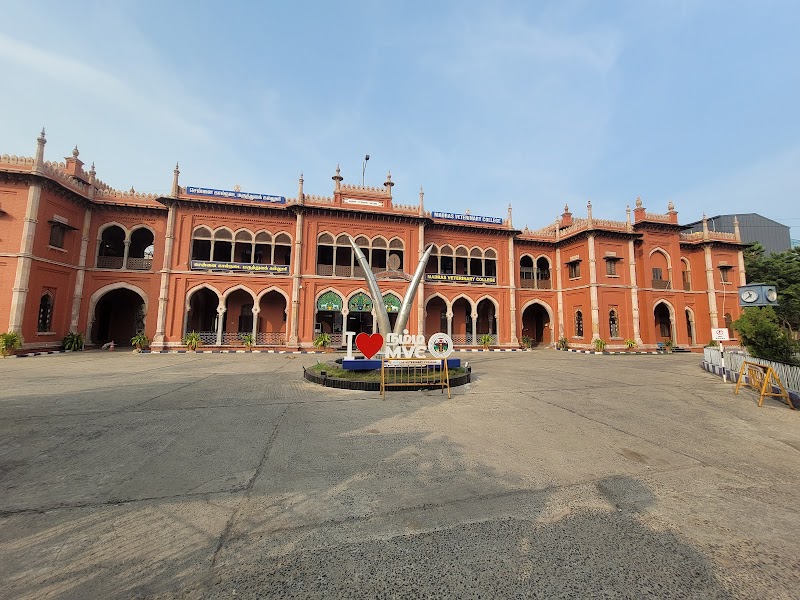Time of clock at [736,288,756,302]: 11:37
